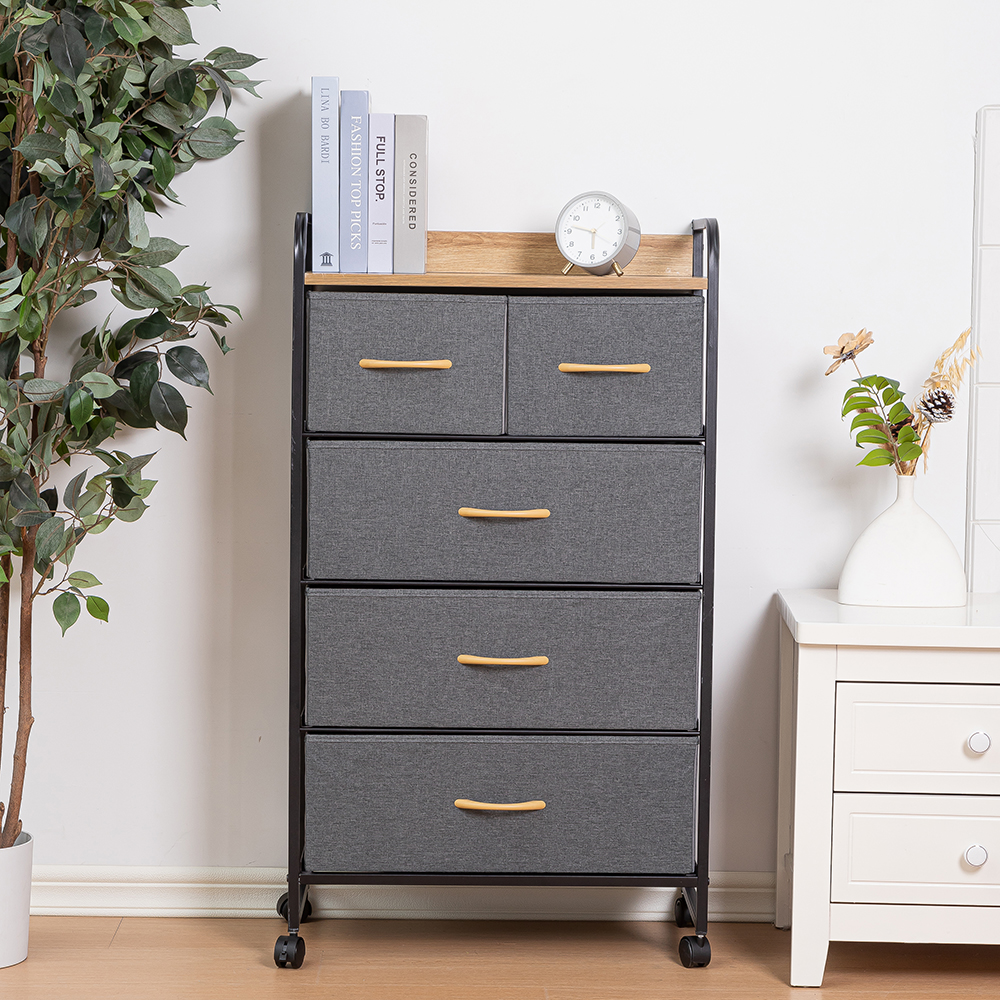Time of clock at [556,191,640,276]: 5:47
